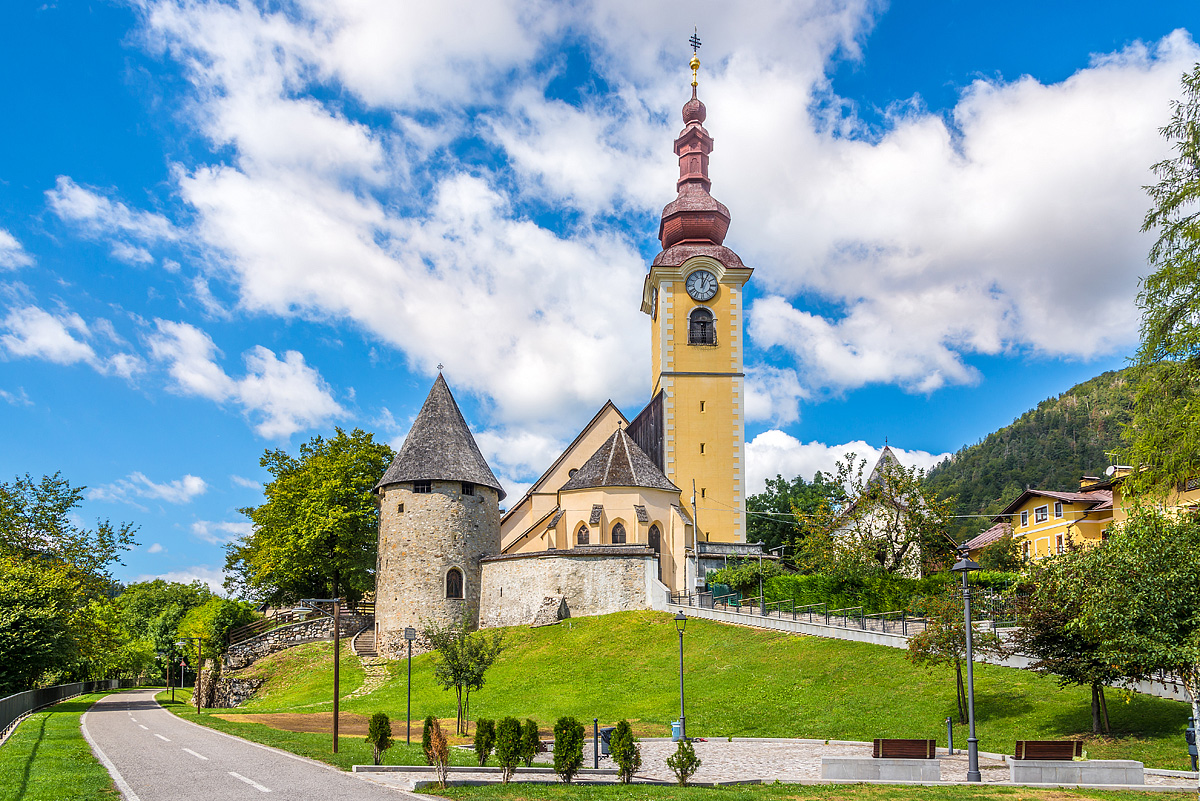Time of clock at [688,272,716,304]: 12:05
